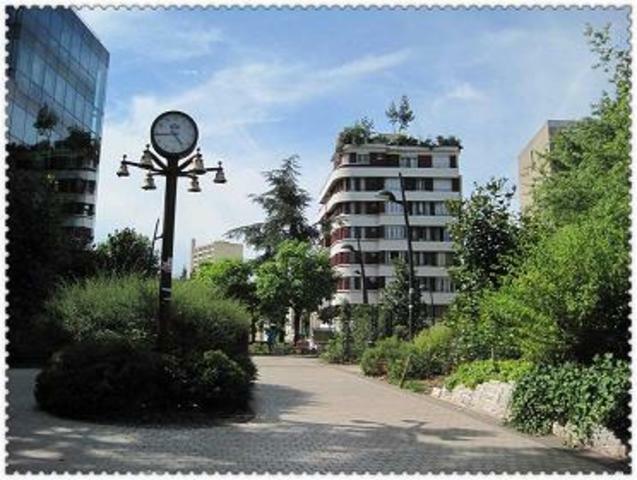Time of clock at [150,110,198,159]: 4:43
